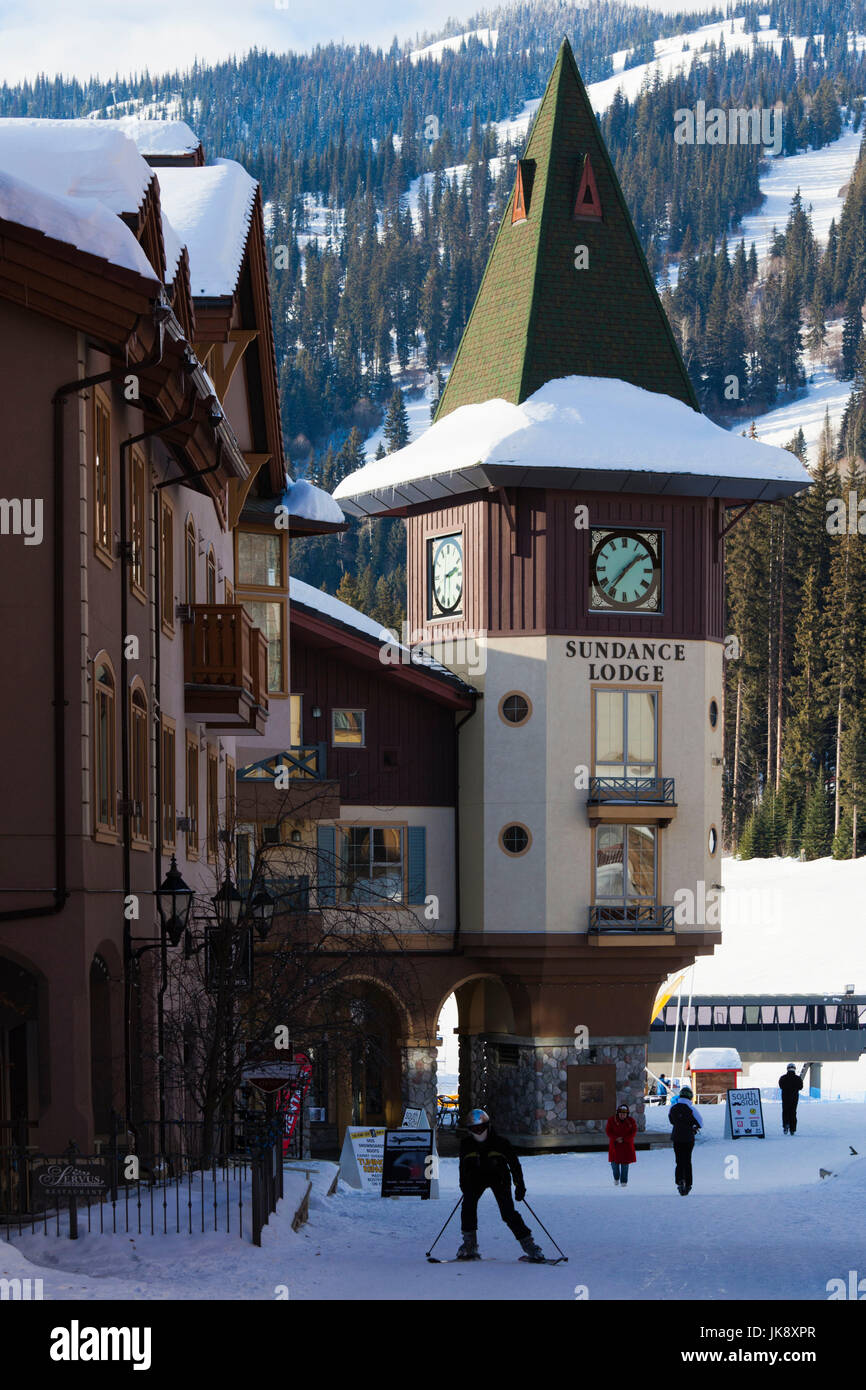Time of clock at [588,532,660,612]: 1:36
